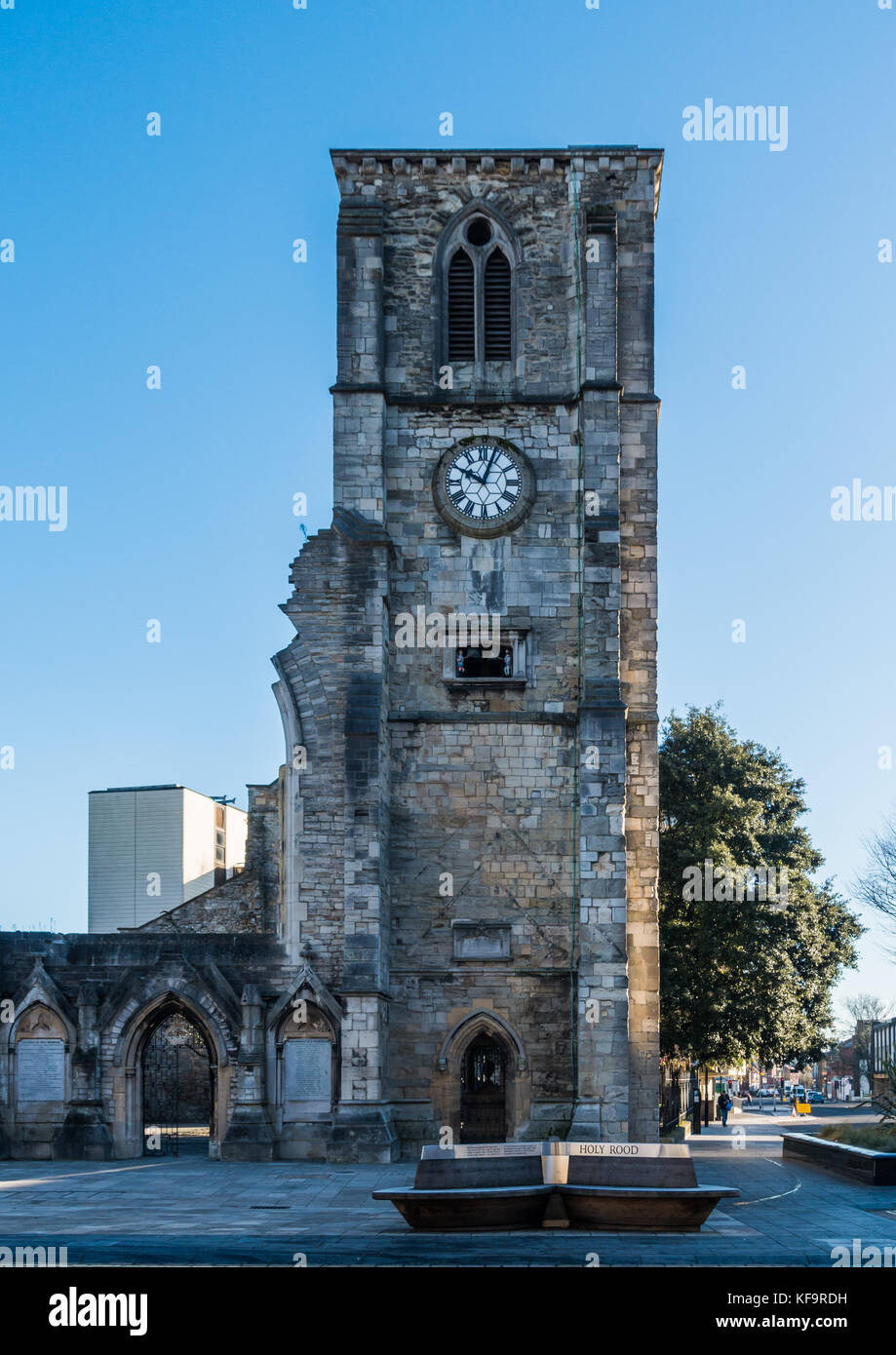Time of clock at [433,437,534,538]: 10:03
